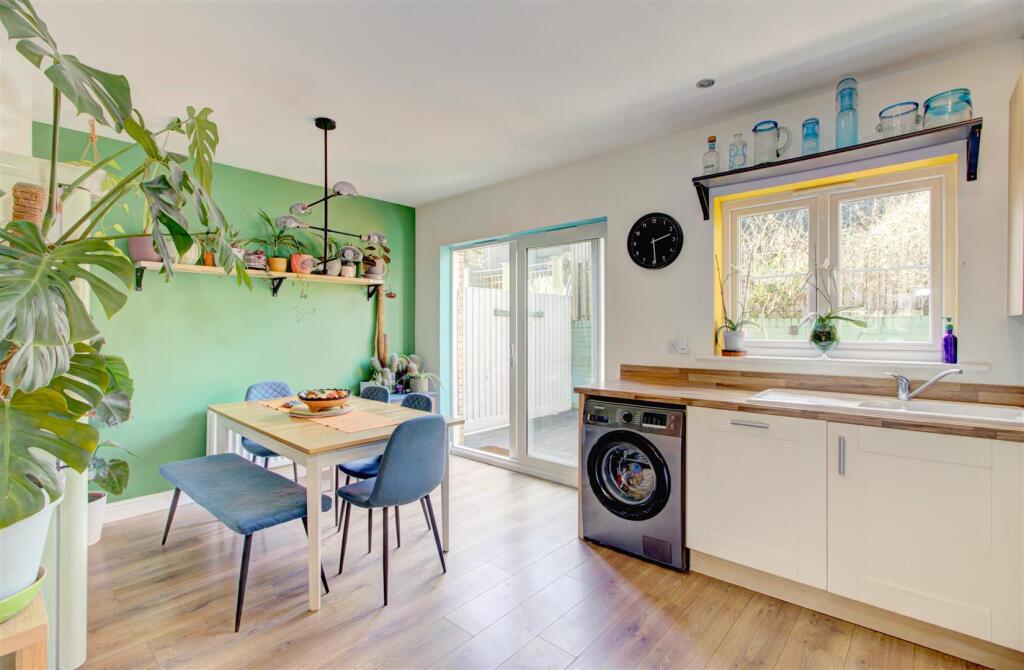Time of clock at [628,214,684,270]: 2:29
